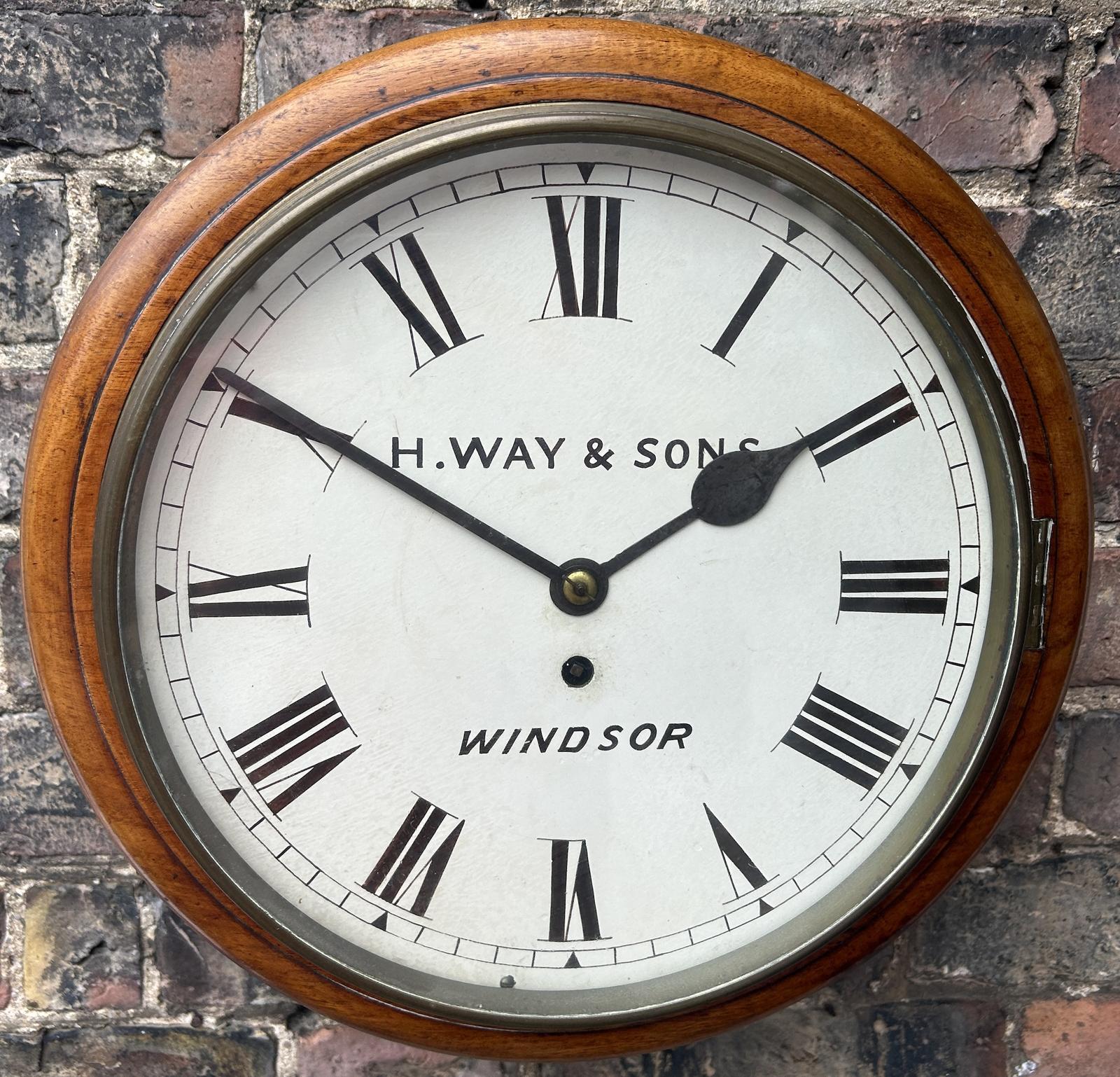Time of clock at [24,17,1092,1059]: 1:50
